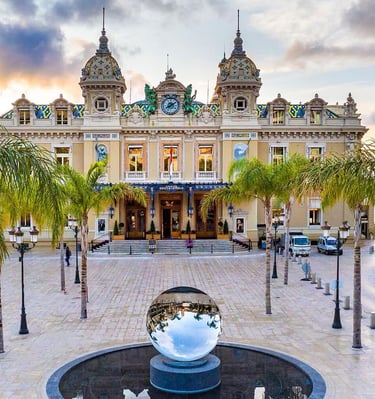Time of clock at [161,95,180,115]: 8:09
